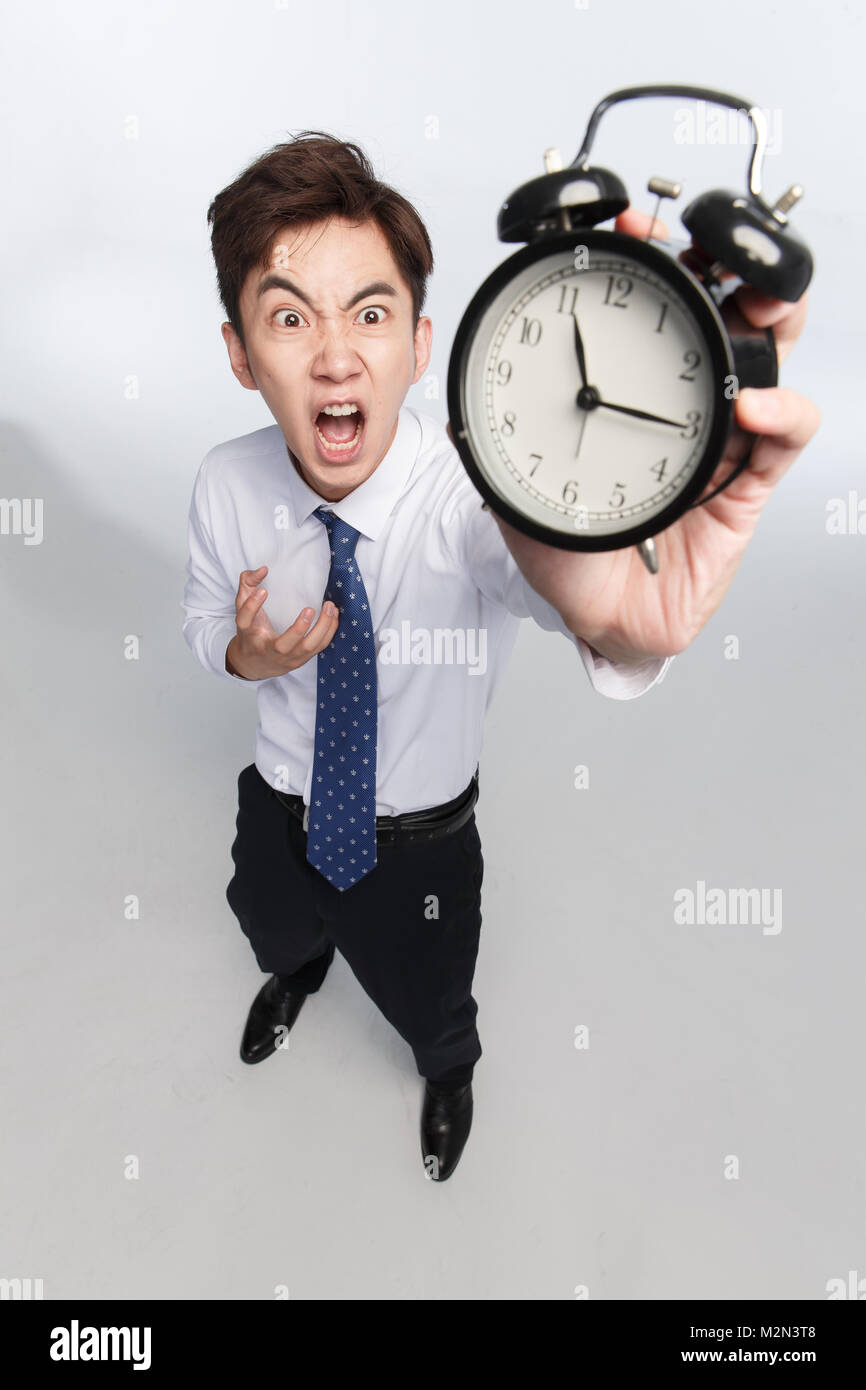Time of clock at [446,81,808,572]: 11:15
